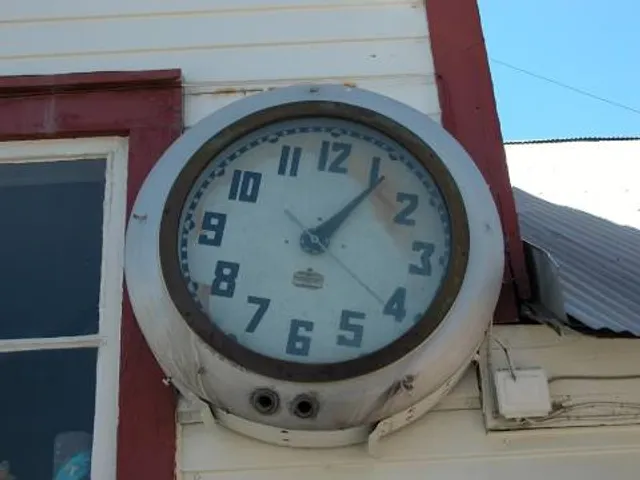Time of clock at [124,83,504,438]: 1:06
